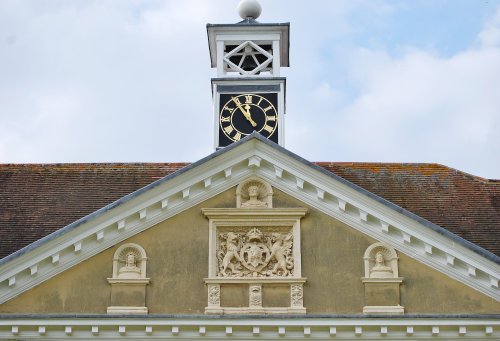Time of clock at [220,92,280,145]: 11:54
